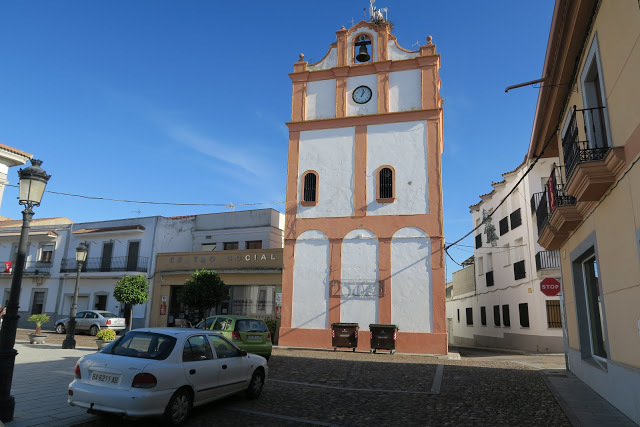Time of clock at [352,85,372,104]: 1:02
